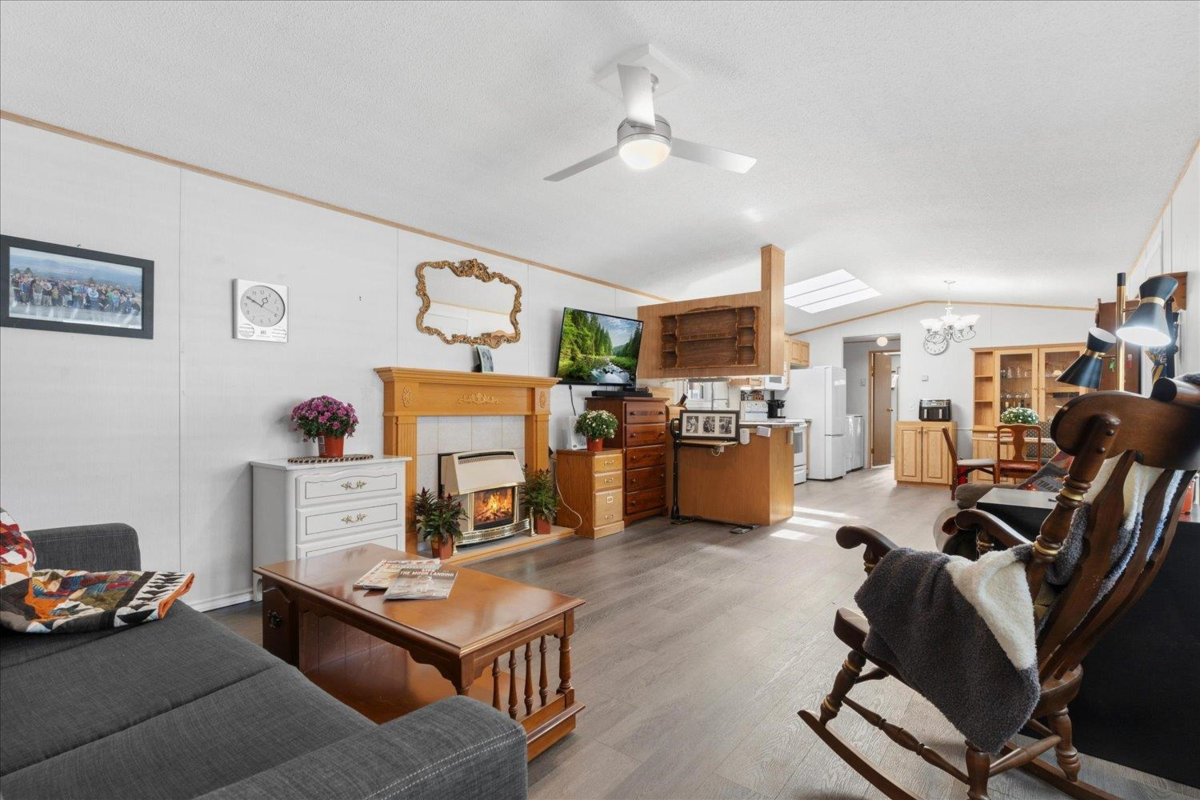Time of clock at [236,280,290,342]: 3:49
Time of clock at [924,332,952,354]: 2:48
